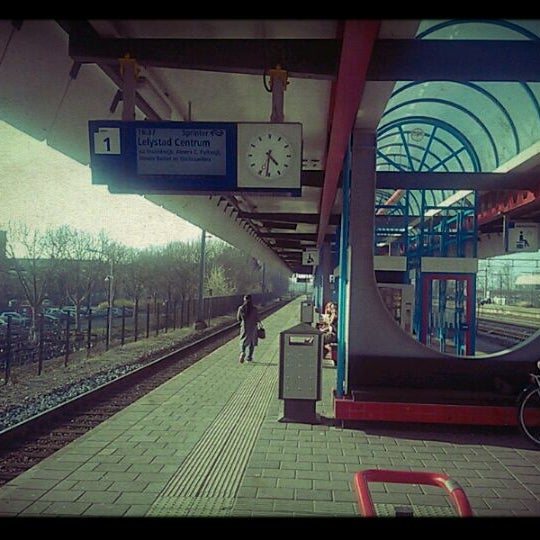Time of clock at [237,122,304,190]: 4:31
